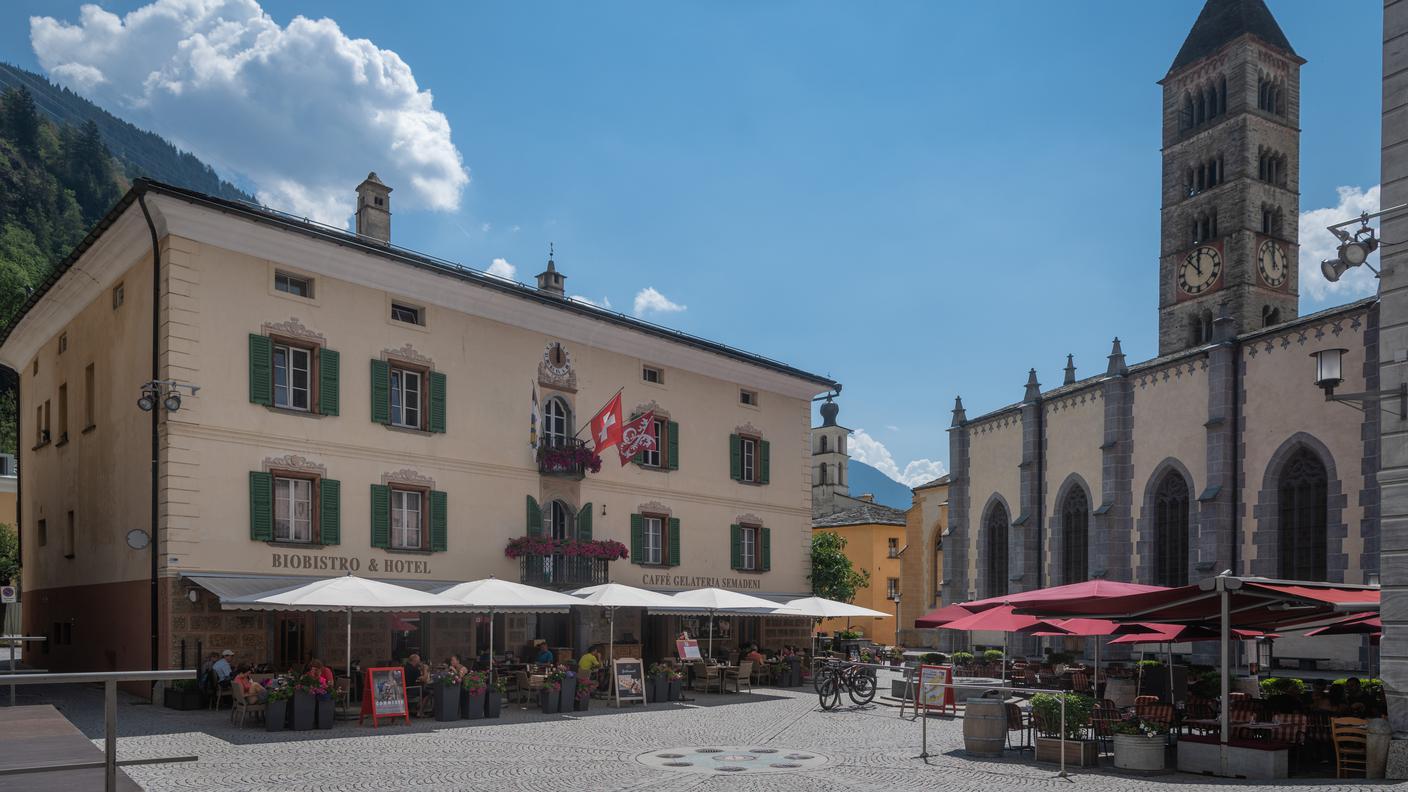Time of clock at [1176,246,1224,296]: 11:53
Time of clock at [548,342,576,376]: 12:00
